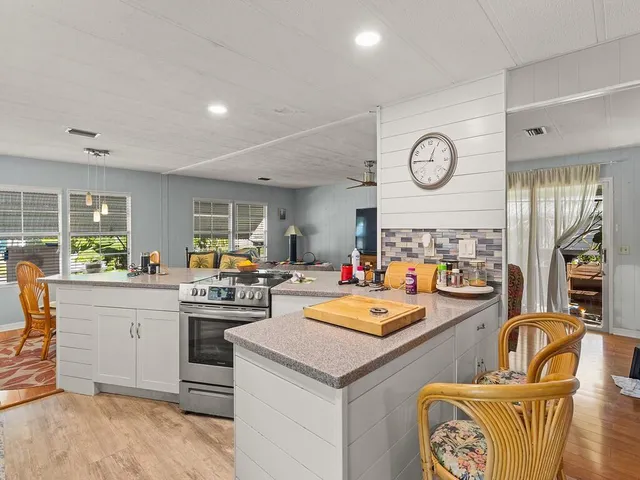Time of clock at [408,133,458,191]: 12:45
